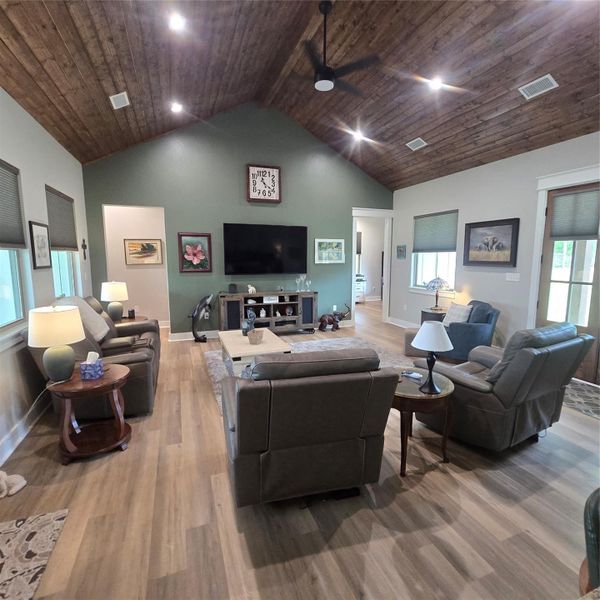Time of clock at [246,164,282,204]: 11:21
